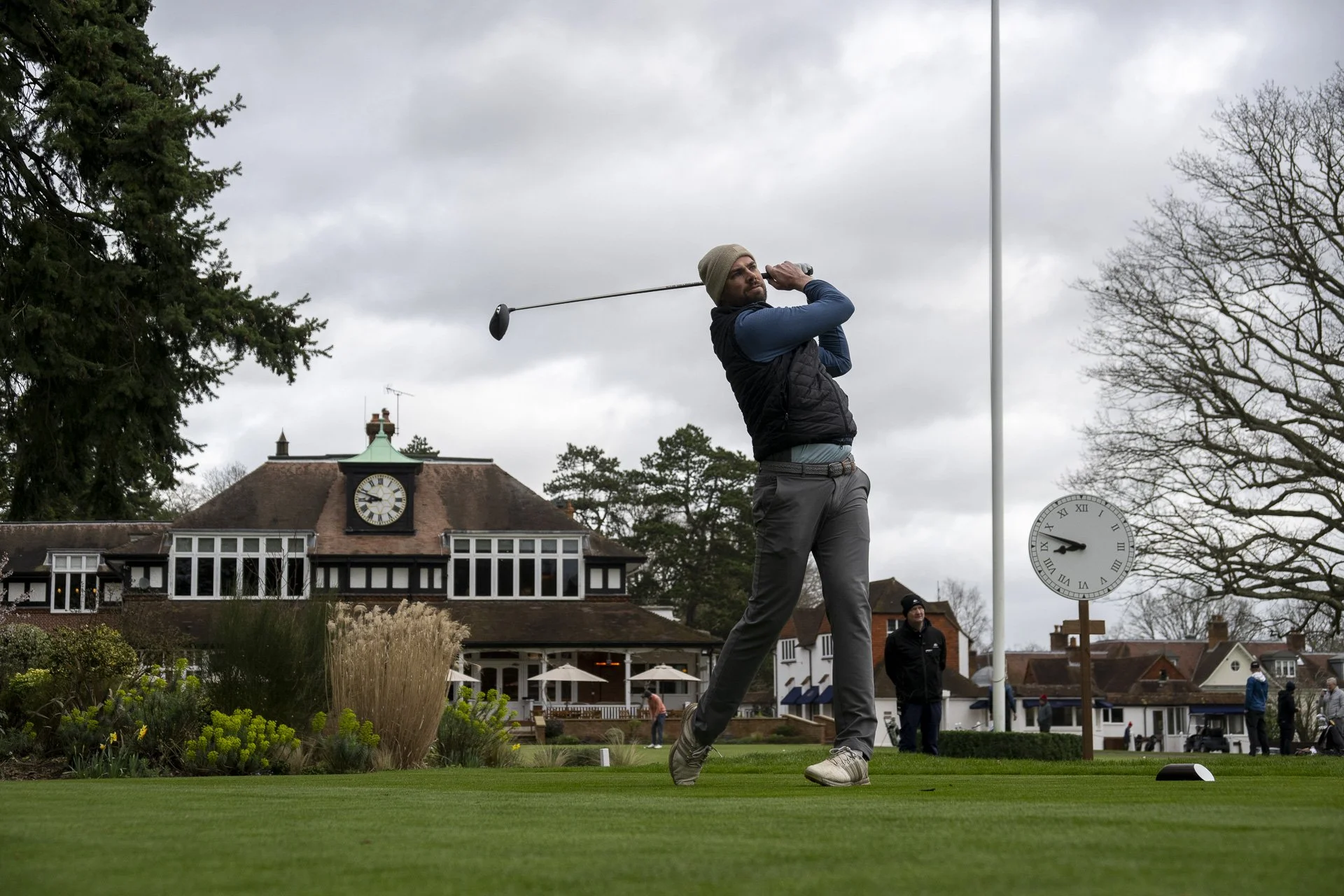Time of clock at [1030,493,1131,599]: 8:48
